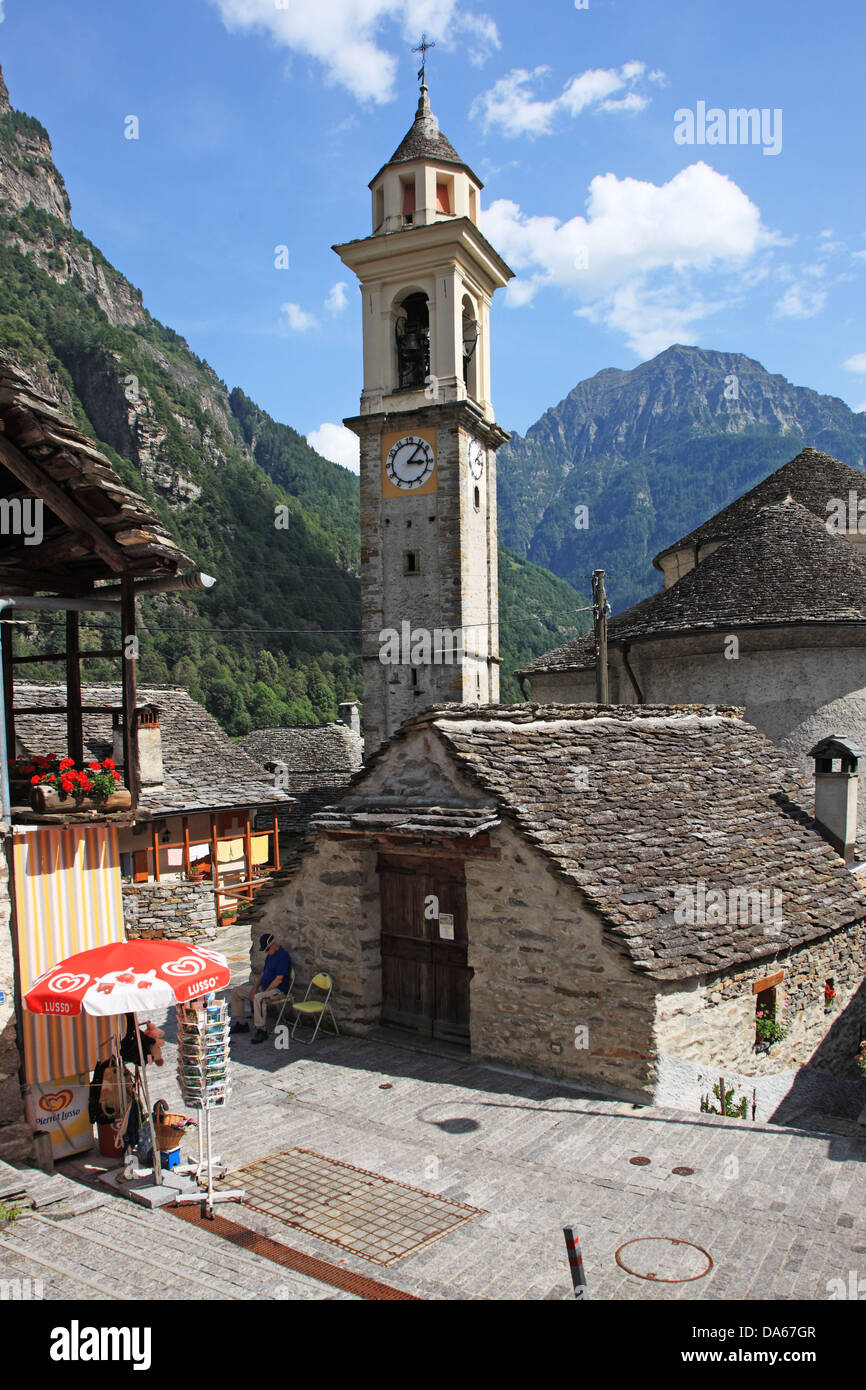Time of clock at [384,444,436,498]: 3:06
